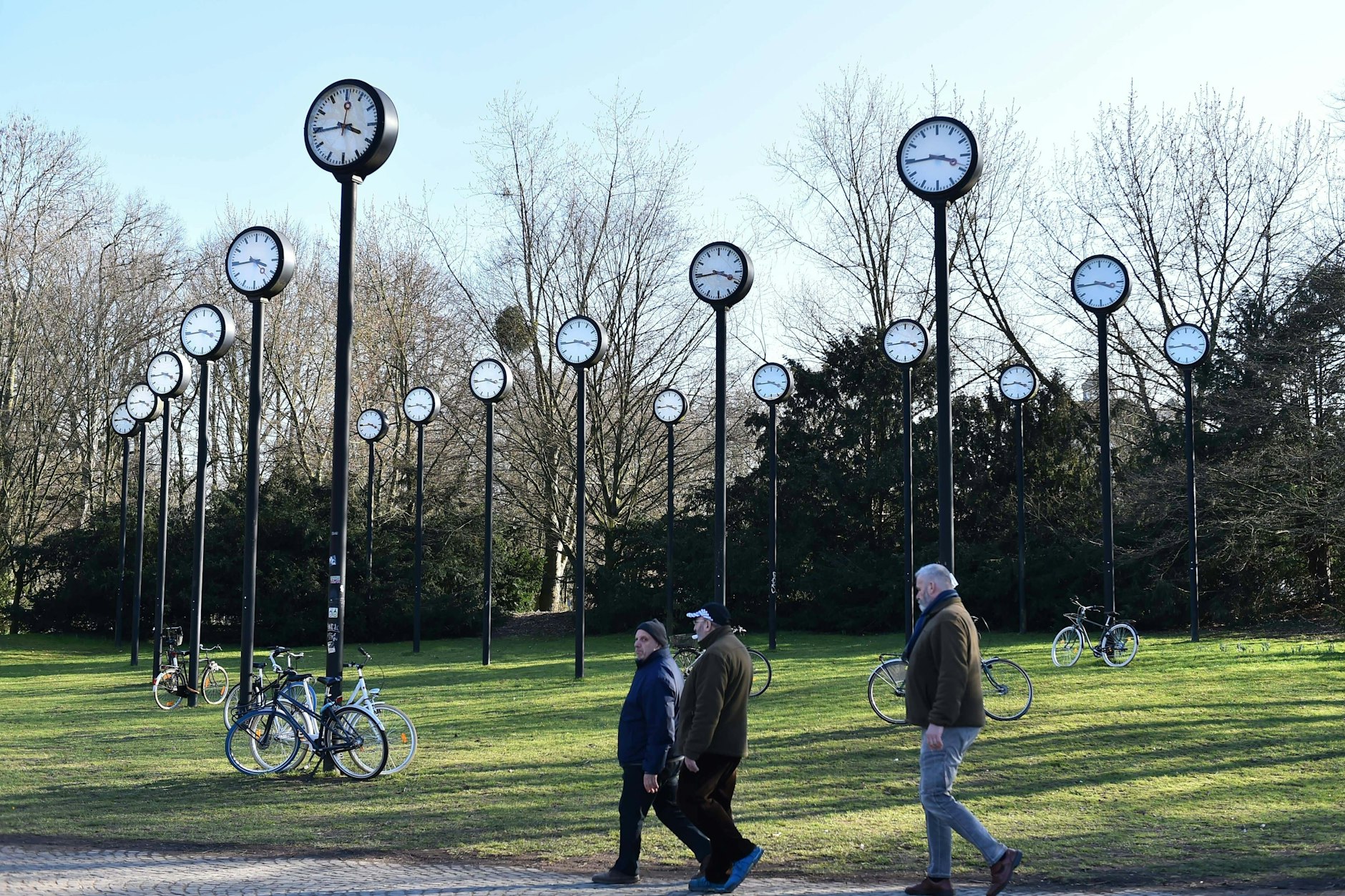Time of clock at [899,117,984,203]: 3:44
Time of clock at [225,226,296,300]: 3:44
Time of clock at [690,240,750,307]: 3:44
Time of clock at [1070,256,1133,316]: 3:44
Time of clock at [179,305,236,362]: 3:44
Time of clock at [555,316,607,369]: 3:44
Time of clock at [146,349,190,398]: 3:44
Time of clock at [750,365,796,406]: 3:44
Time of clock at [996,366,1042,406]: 3:44
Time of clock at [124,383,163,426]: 3:44
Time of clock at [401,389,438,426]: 3:43
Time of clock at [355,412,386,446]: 3:44
